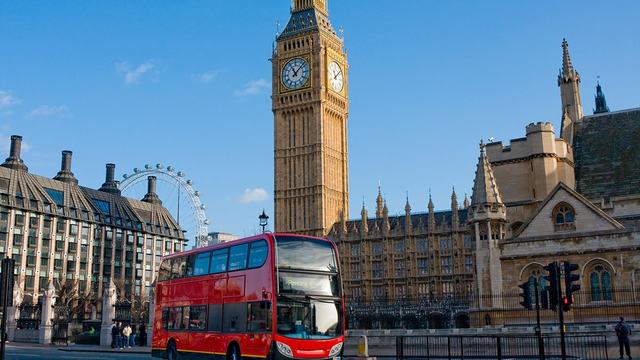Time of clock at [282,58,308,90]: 11:07
